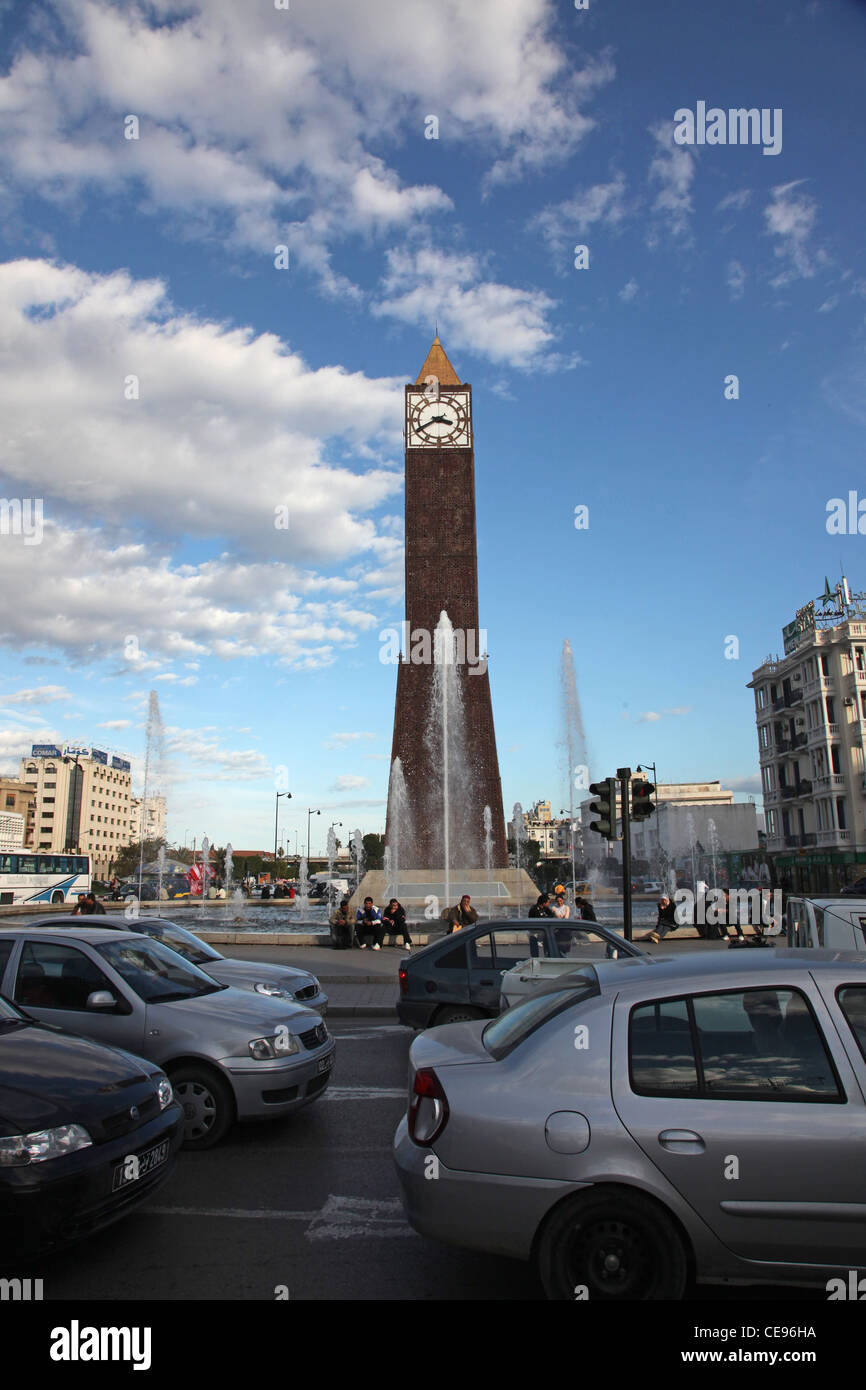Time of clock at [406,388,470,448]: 3:40
